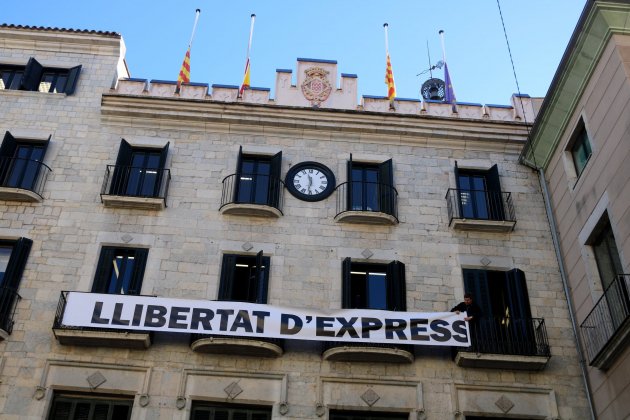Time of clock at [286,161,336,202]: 11:31
